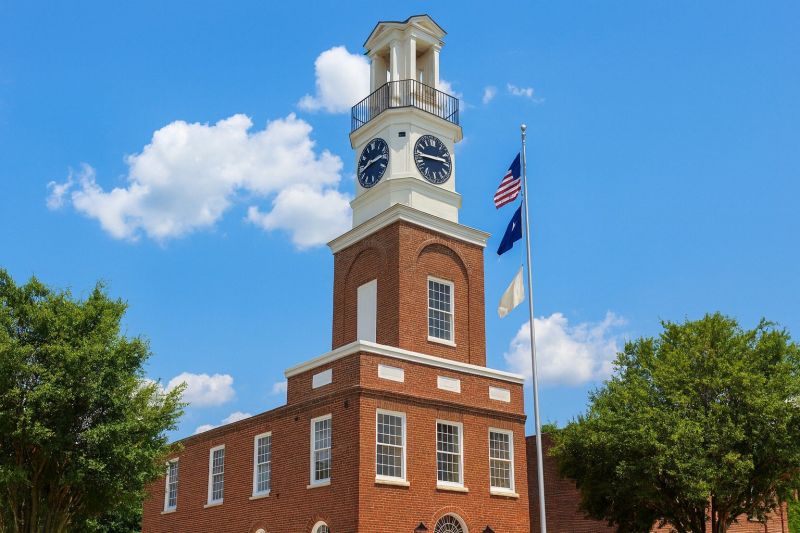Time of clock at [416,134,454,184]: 2:44
